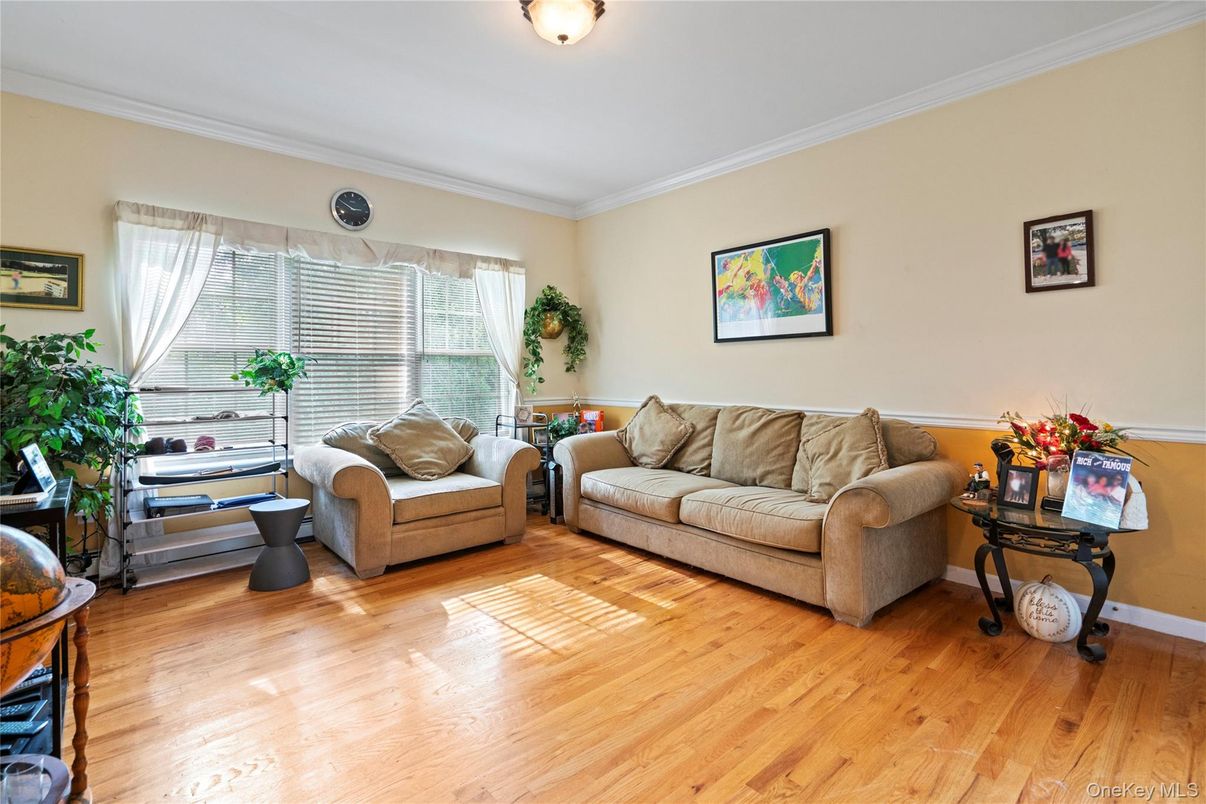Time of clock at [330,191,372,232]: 2:50
